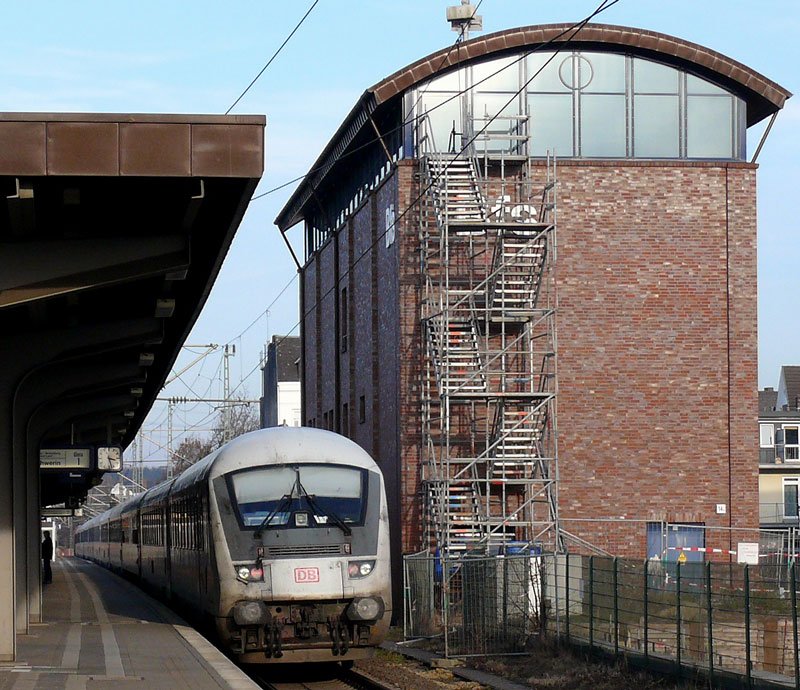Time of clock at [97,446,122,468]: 3:27
